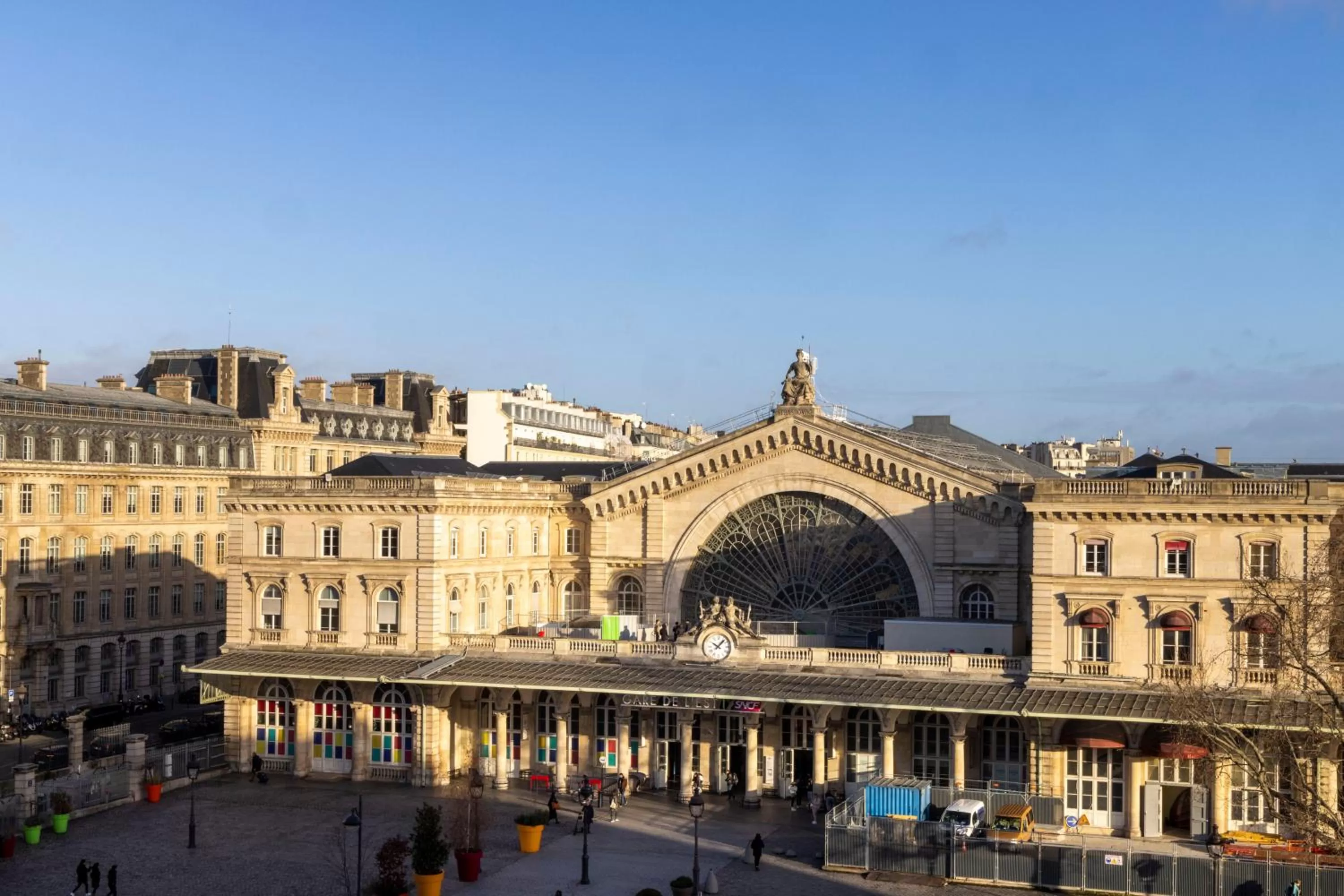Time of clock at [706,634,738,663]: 10:07
